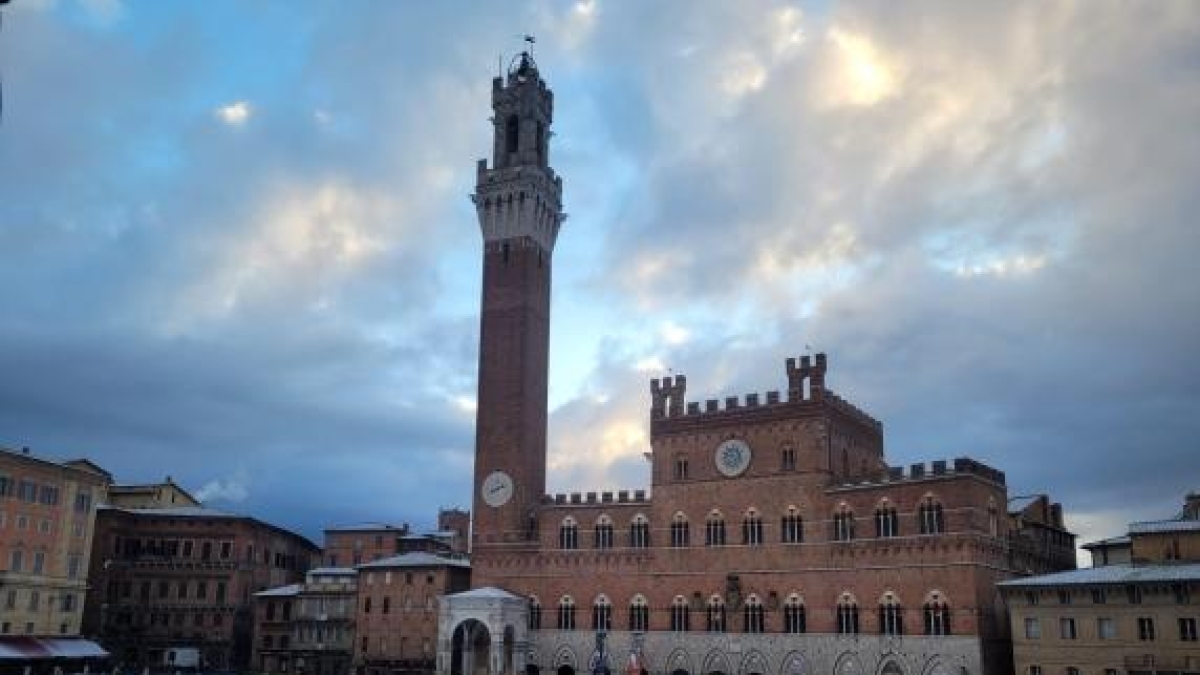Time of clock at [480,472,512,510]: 8:12
